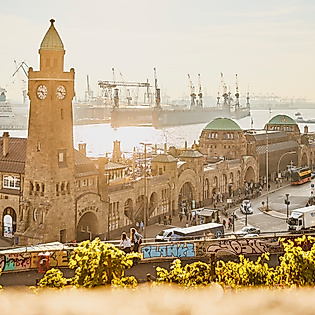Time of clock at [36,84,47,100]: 4:46
